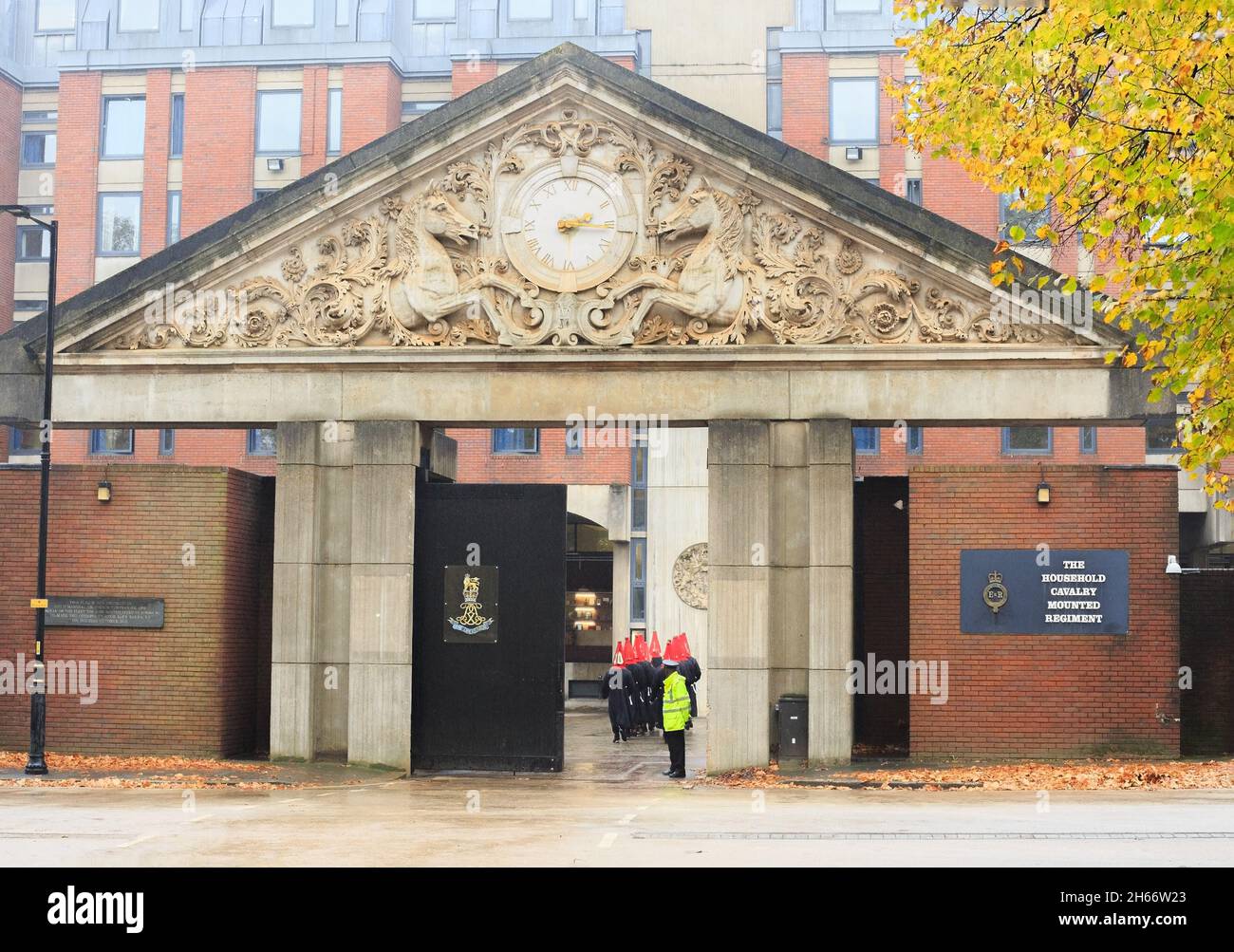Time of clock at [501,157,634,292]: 2:15
